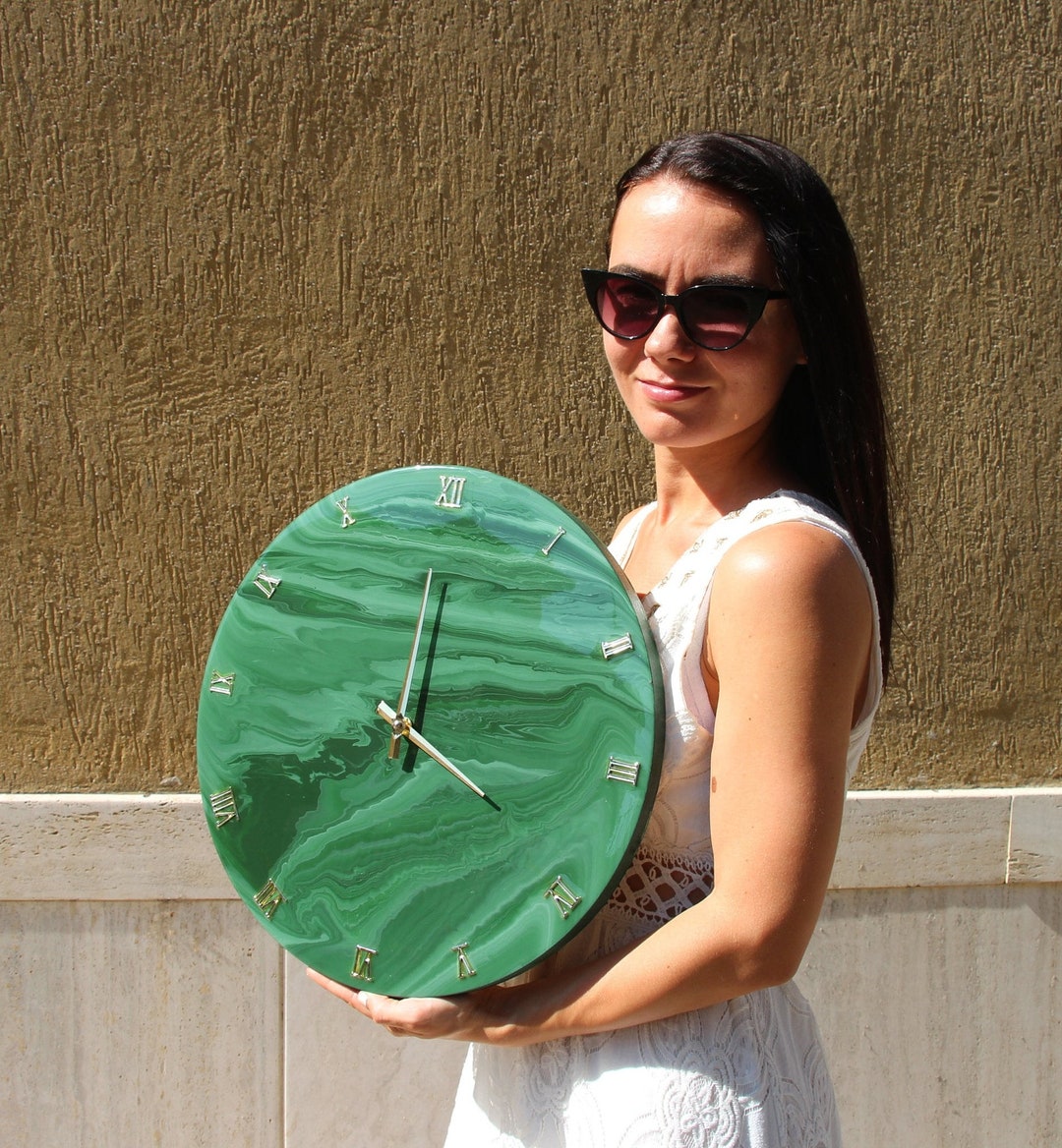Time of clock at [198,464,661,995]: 4:00
